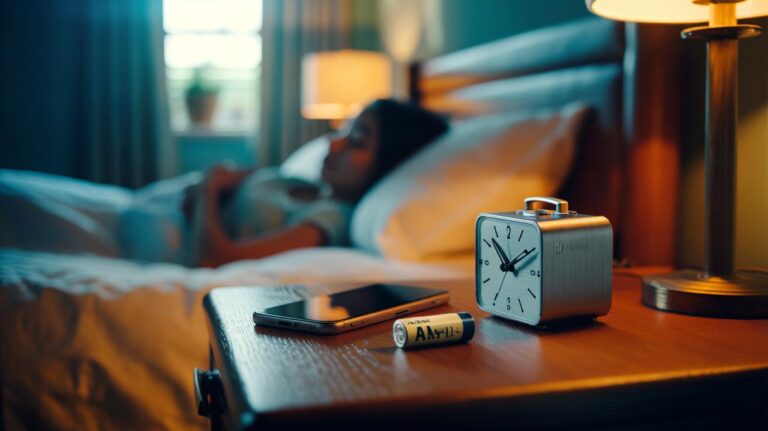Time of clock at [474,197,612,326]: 1:52
